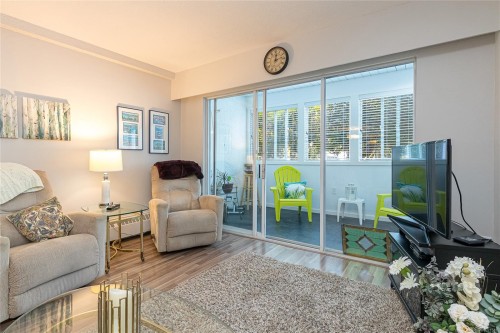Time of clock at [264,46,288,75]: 12:13
